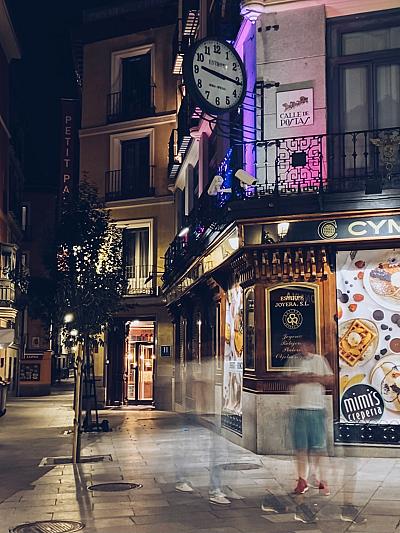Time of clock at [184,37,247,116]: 9:16
